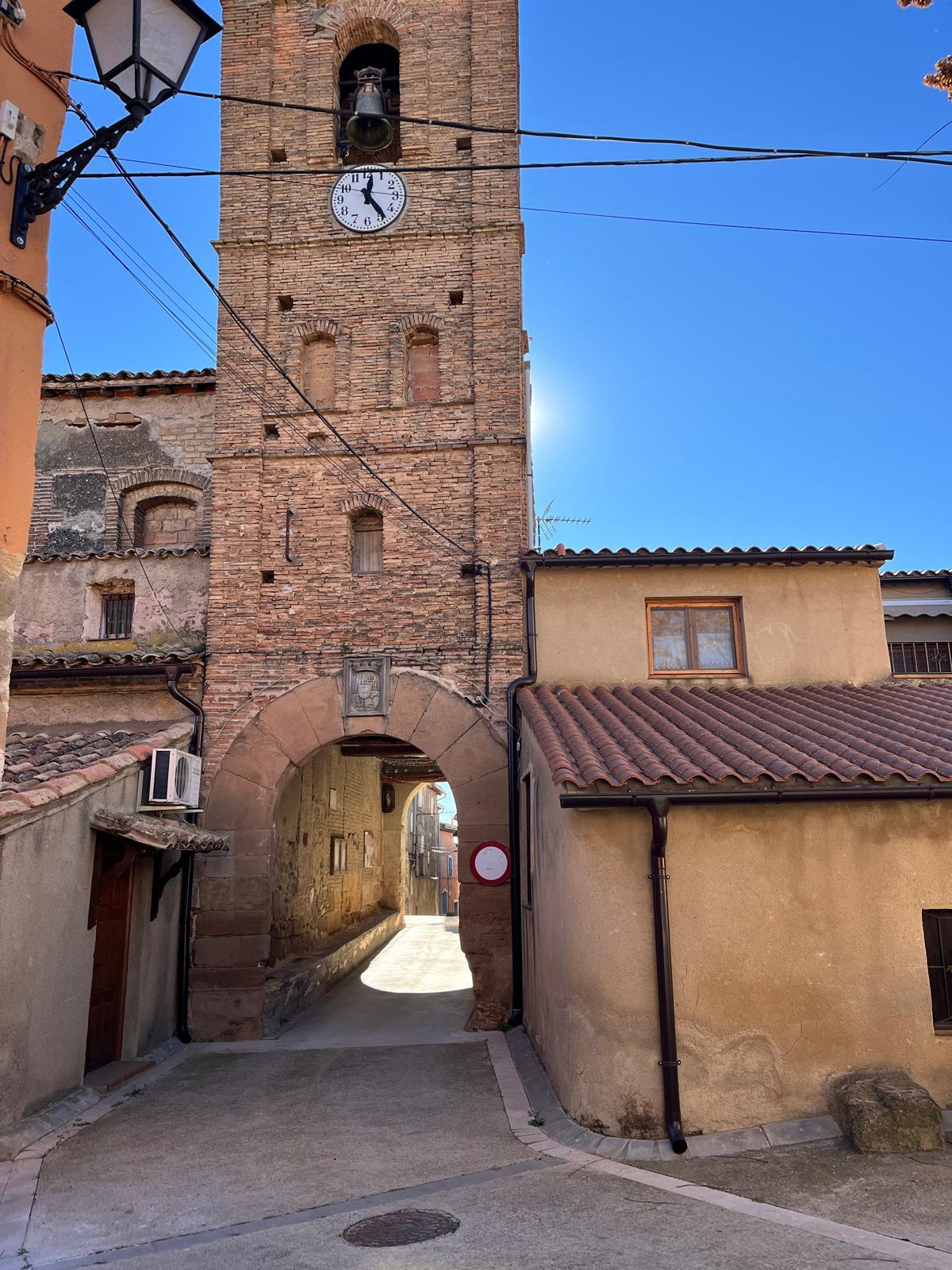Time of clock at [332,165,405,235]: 12:24
